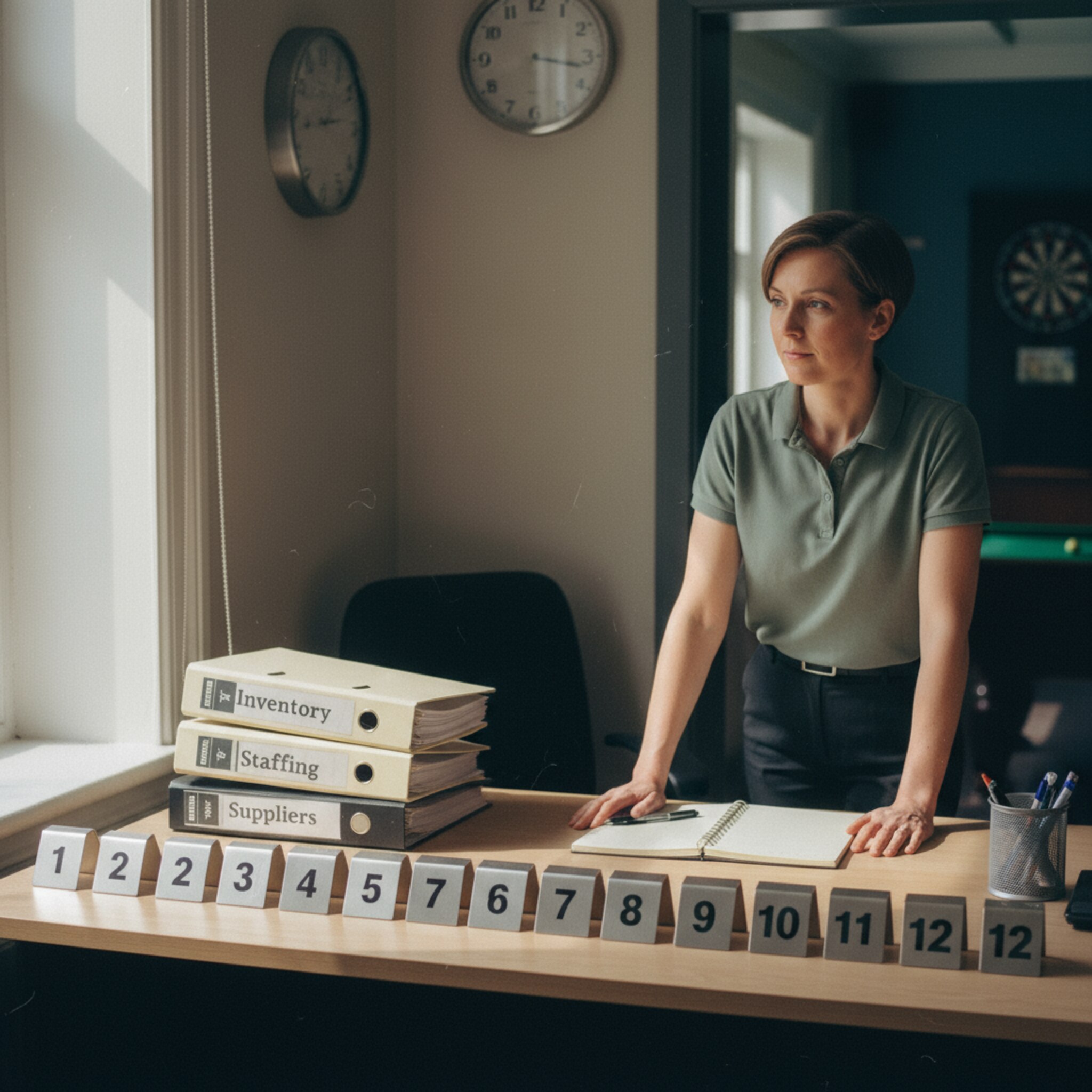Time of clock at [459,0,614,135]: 3:29
